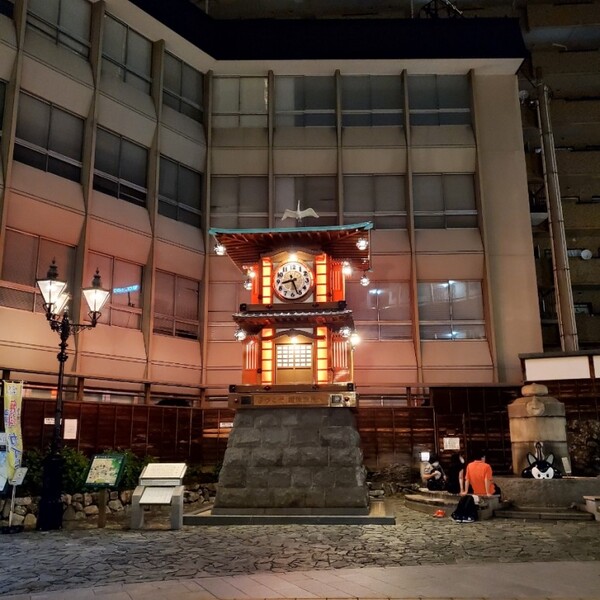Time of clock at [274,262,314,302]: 8:26
